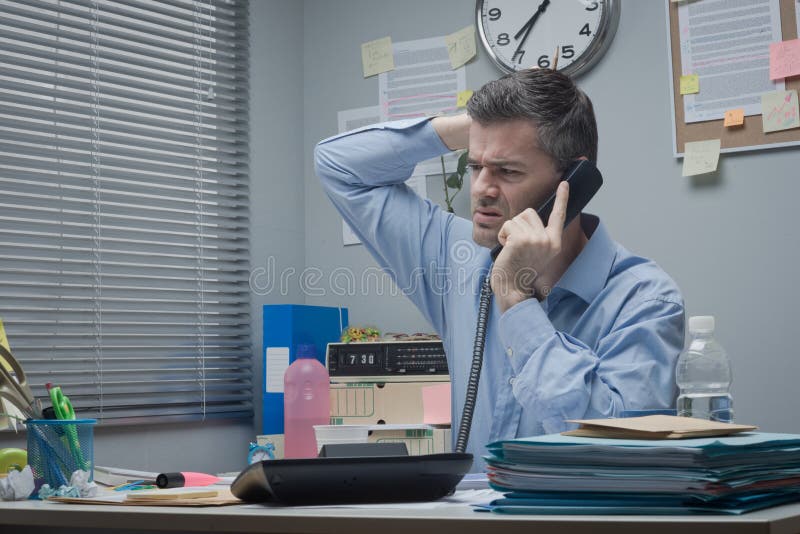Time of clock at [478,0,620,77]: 7:35
